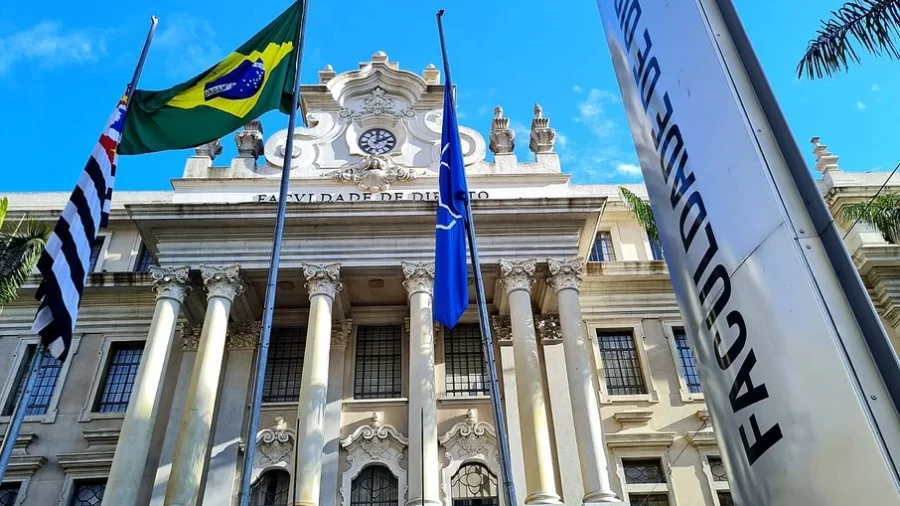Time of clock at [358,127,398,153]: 2:00
